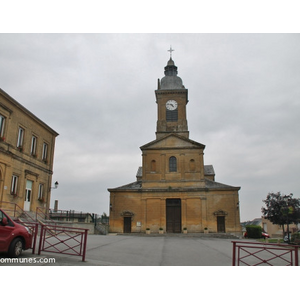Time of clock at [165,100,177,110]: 4:46
